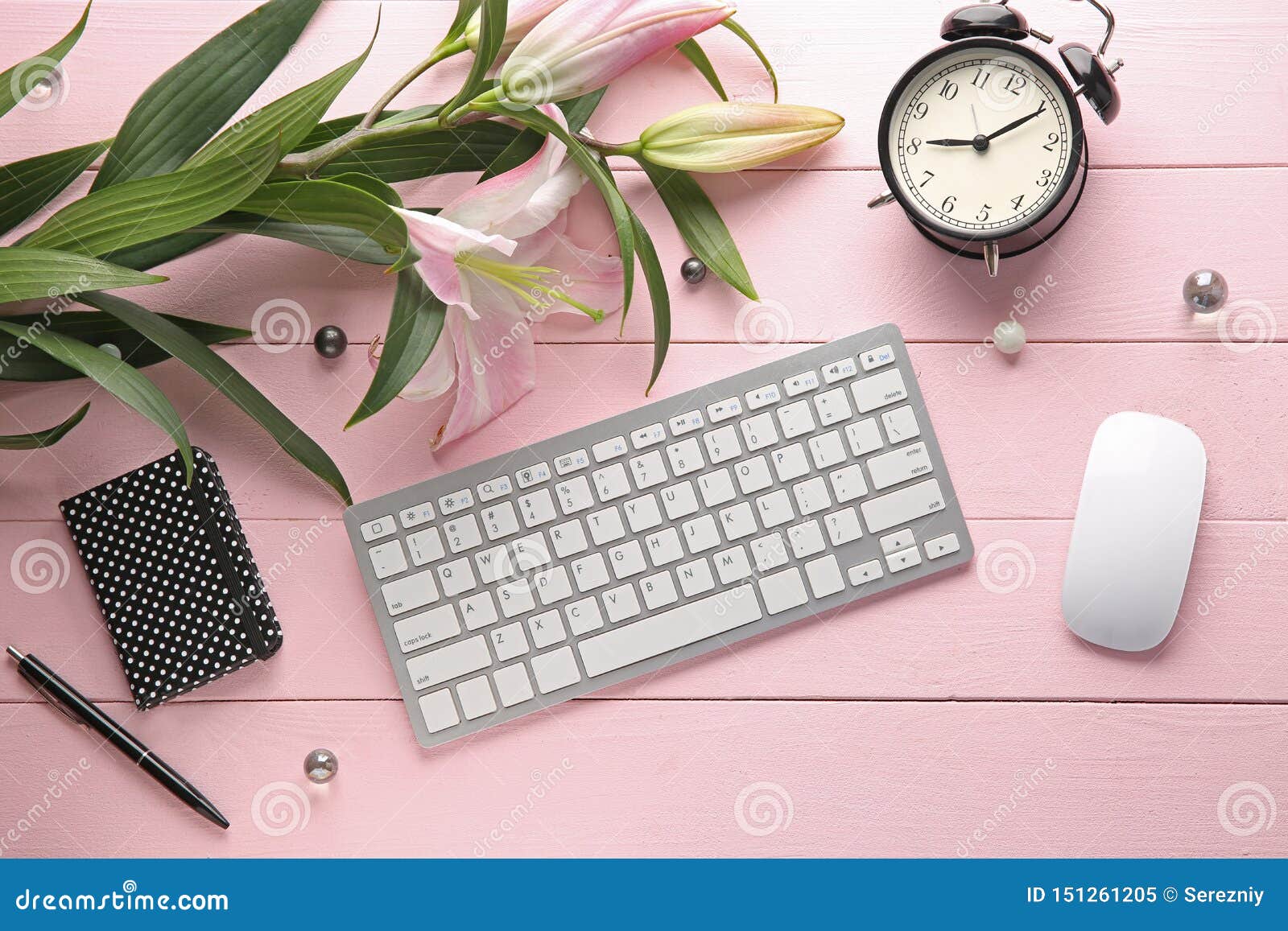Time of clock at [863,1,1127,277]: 9:10
